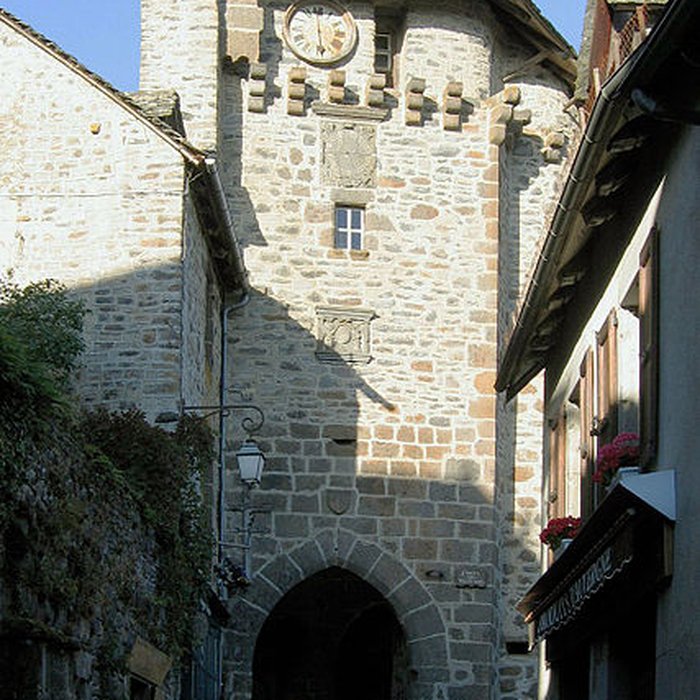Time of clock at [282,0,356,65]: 5:59
